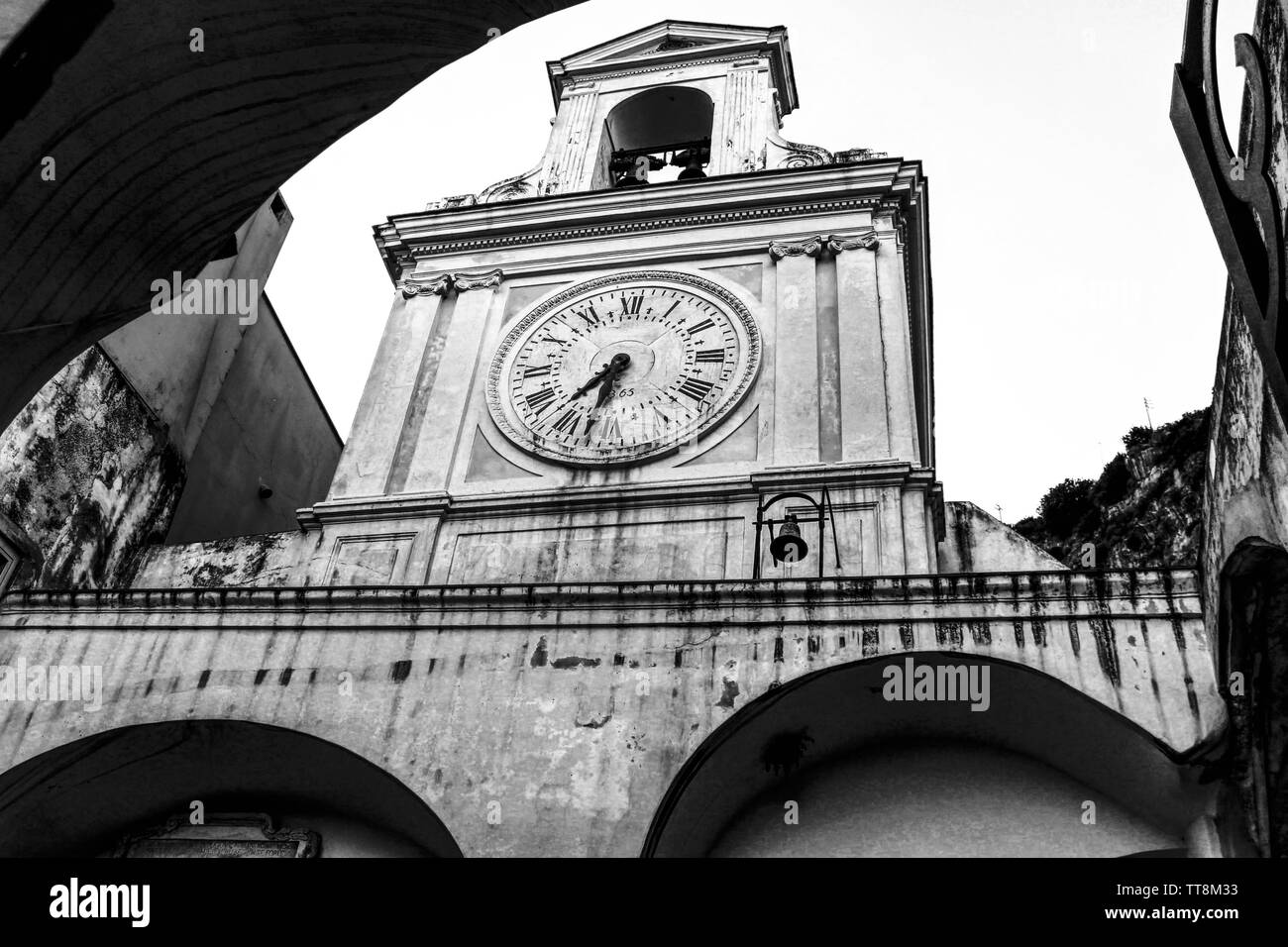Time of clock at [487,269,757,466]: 7:32
